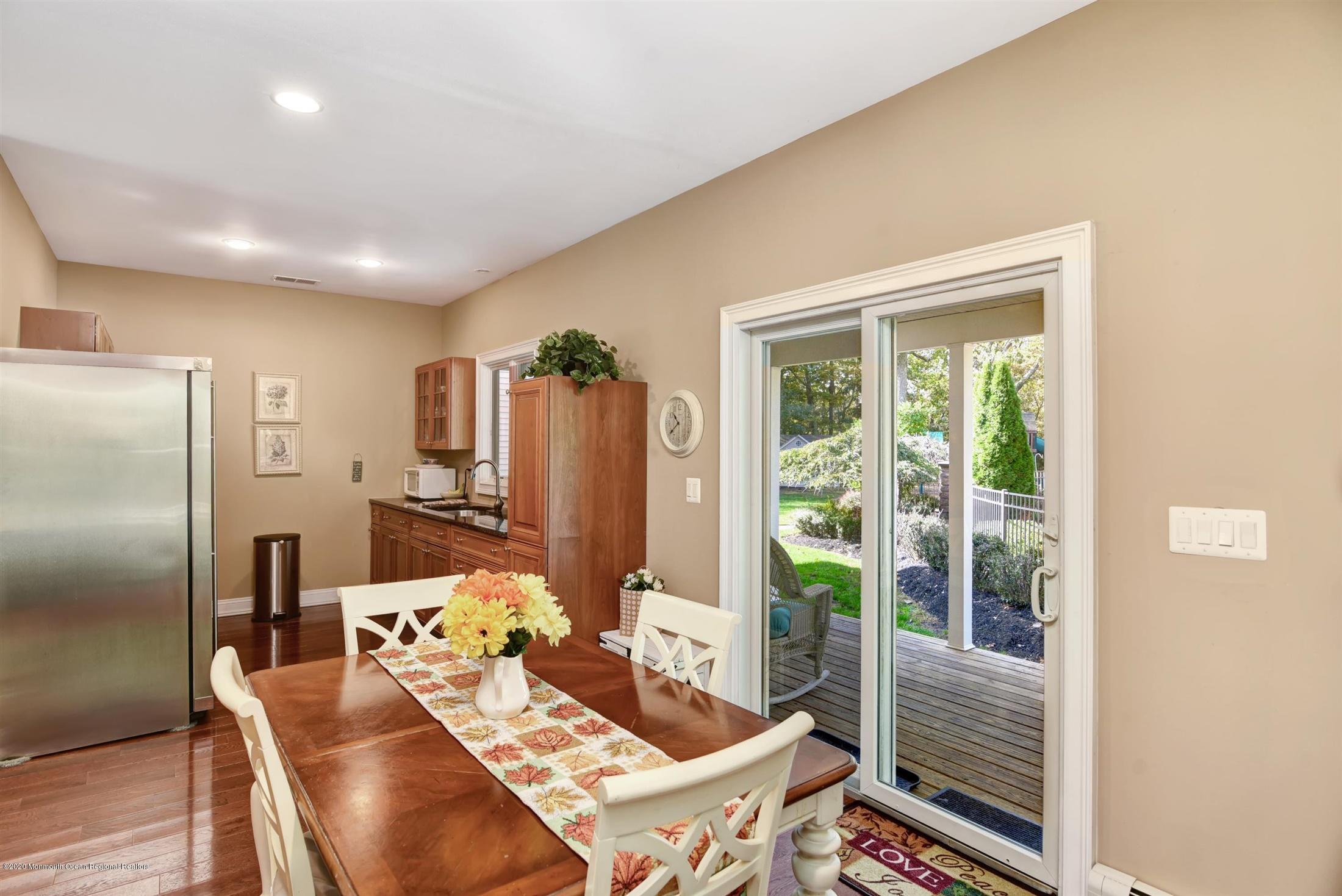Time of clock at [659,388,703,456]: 10:39
